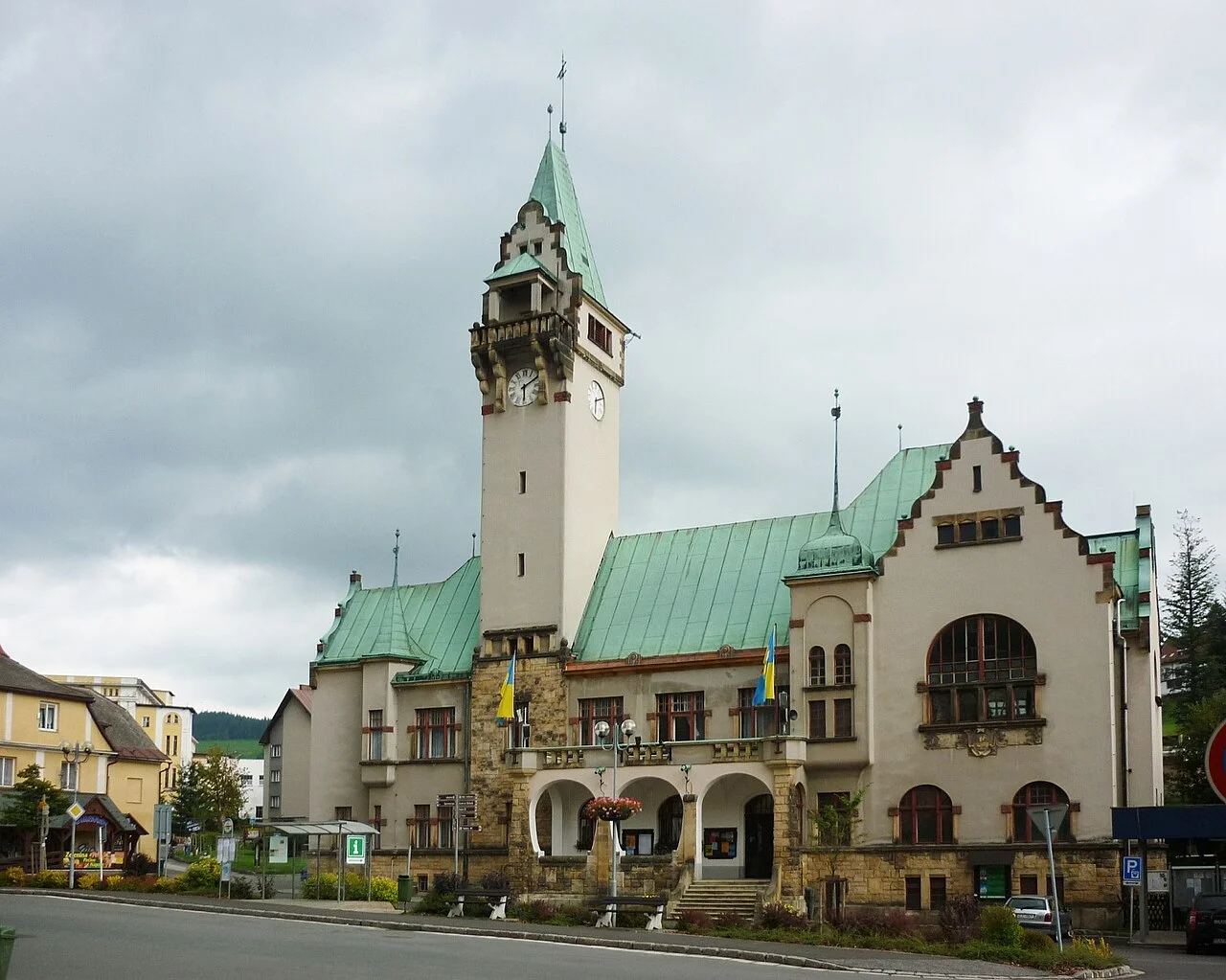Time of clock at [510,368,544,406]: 6:10
